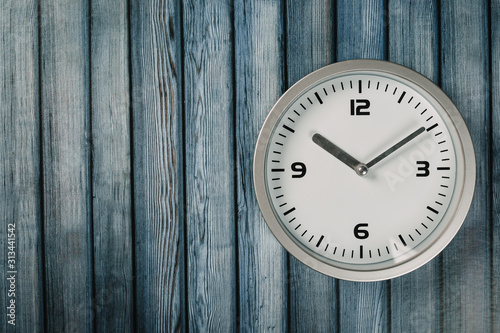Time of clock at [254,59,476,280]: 10:09
